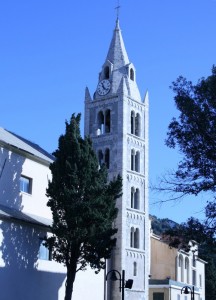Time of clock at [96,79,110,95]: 11:21
